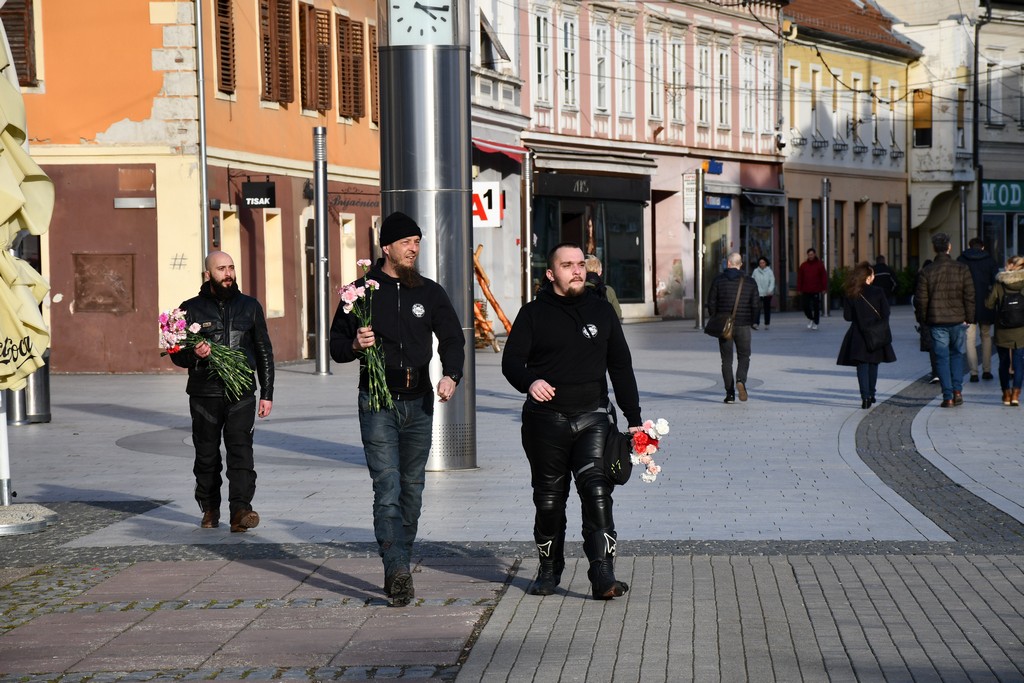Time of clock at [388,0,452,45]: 4:16
